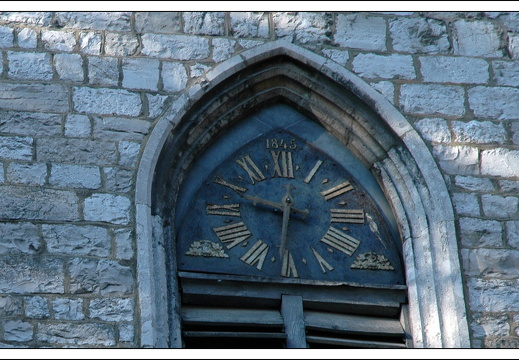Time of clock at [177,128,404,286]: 9:31
